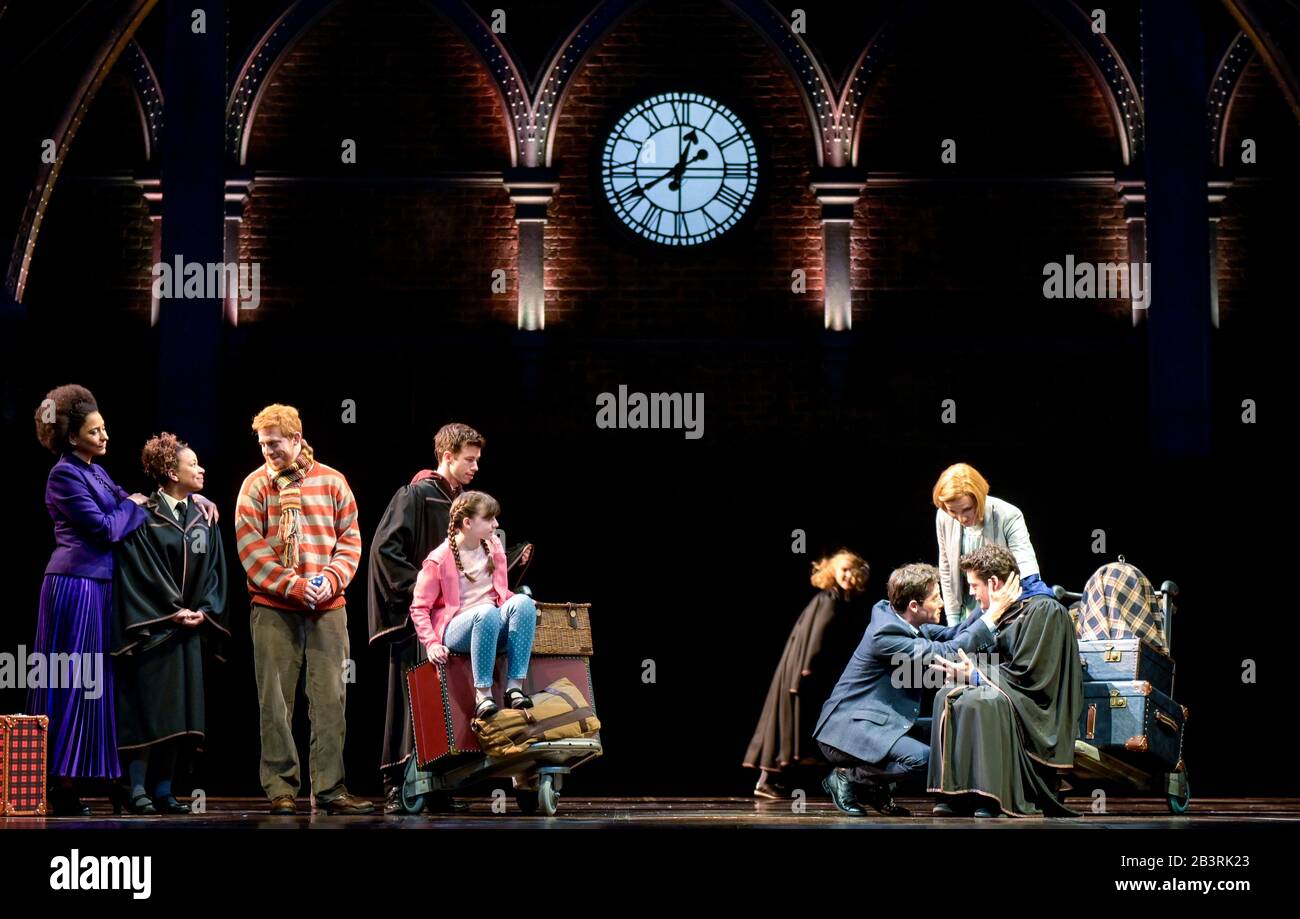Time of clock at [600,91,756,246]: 12:39
